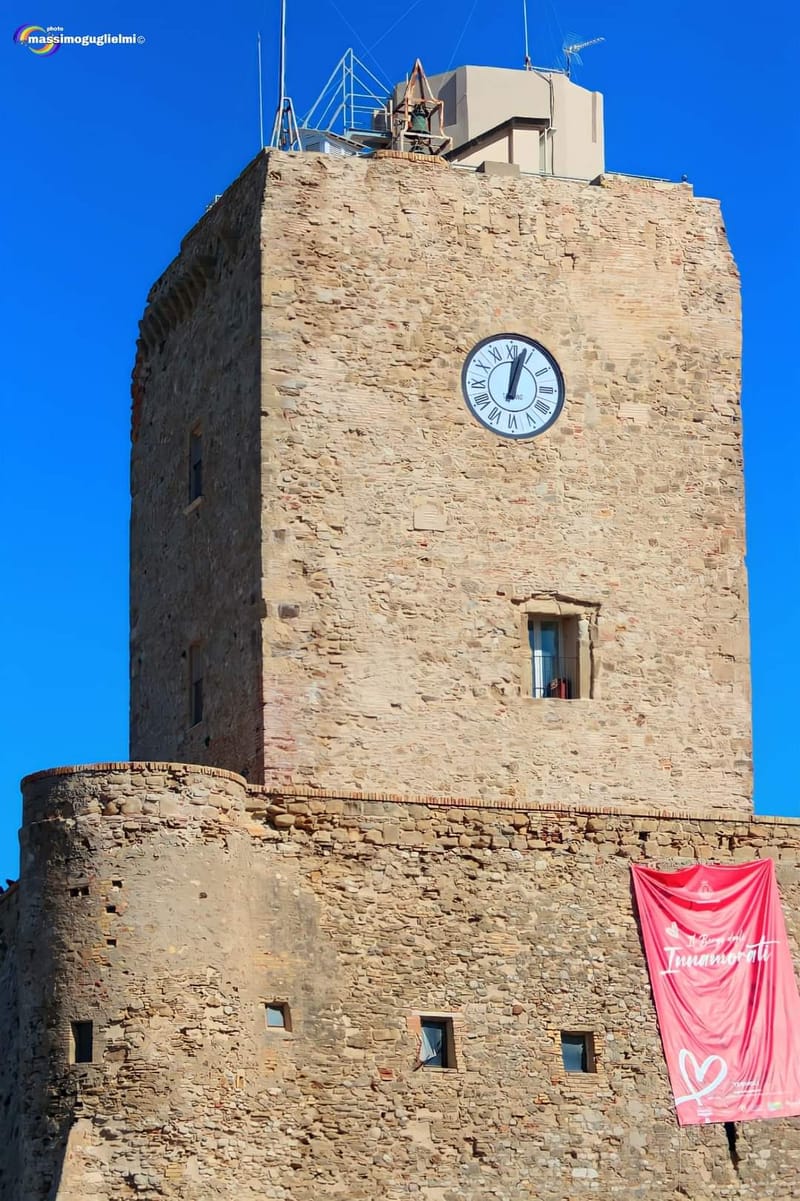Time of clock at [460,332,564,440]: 12:02
